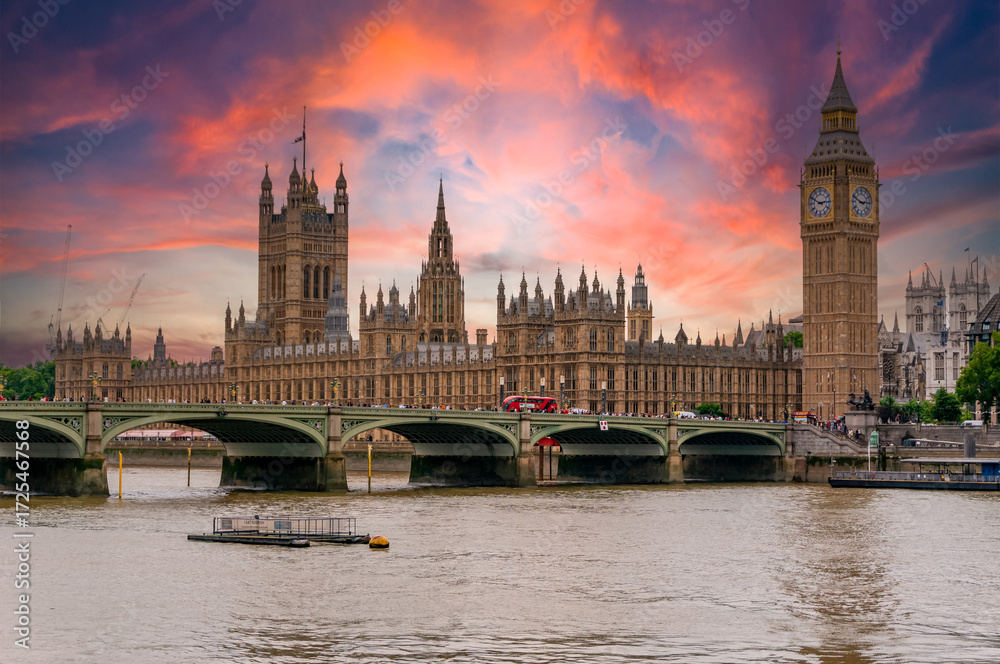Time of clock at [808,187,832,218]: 2:49
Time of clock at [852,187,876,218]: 2:48
